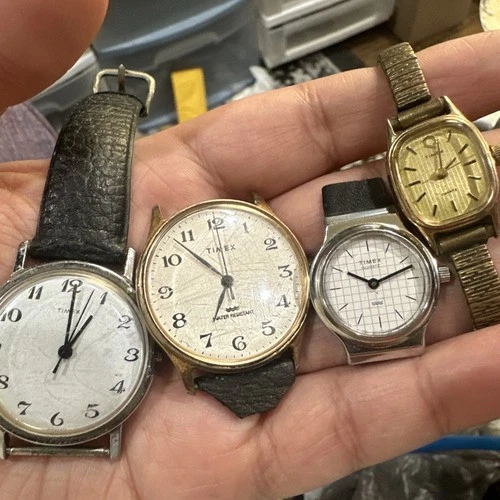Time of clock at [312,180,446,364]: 10:11
